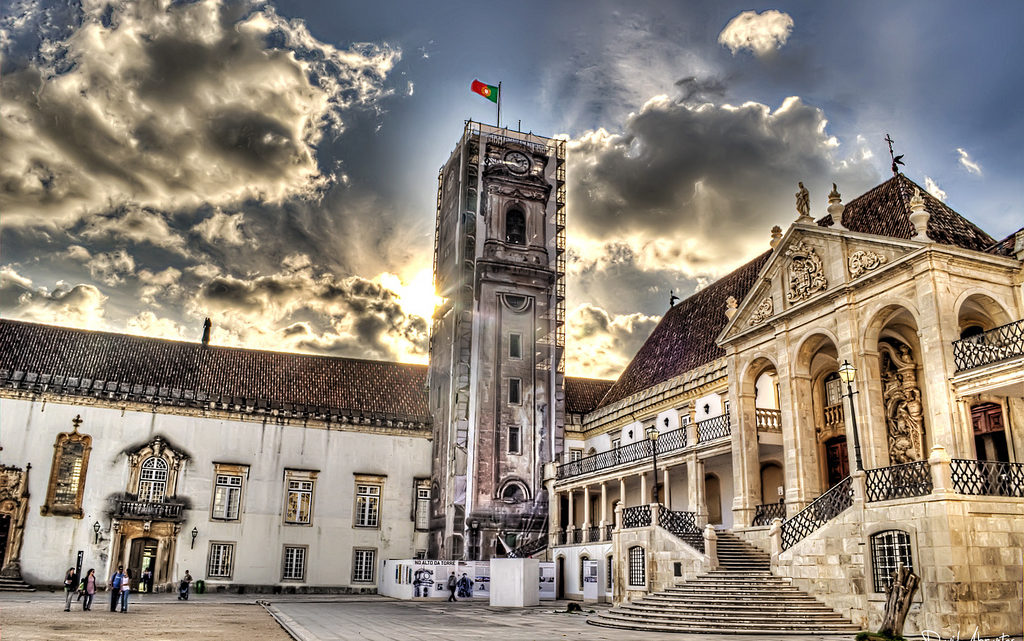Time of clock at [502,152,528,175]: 11:11
